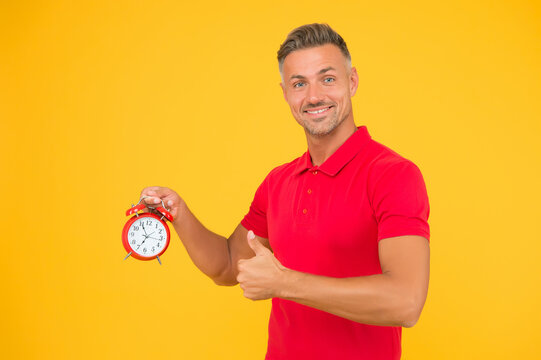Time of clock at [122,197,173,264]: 6:55
